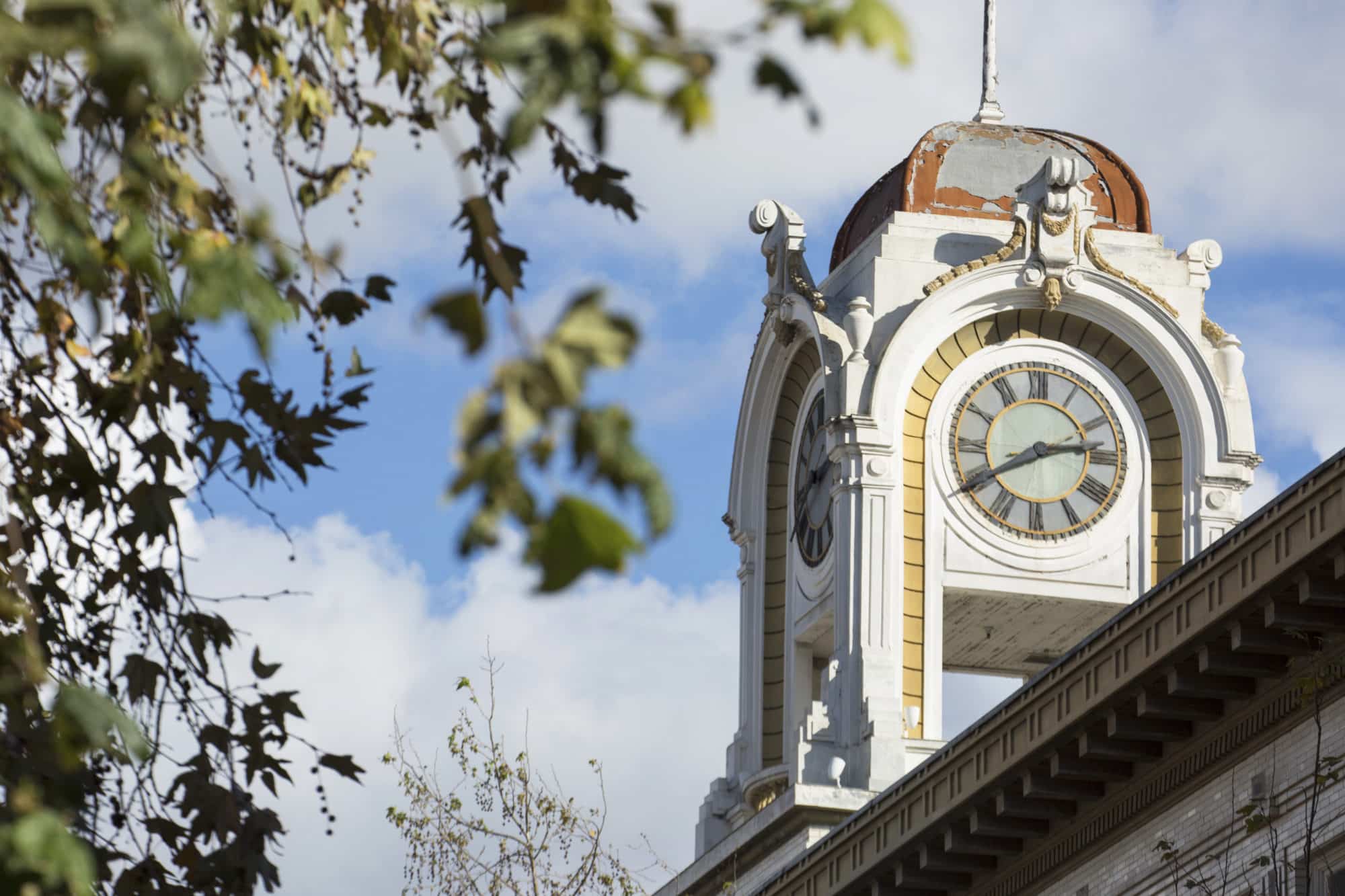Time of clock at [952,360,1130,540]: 2:40
